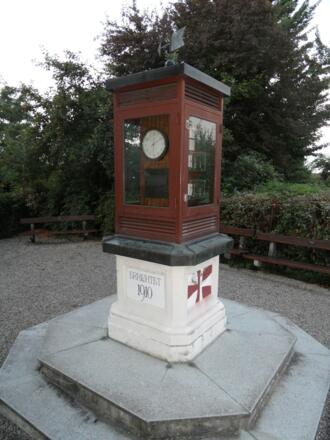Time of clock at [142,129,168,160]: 6:10
